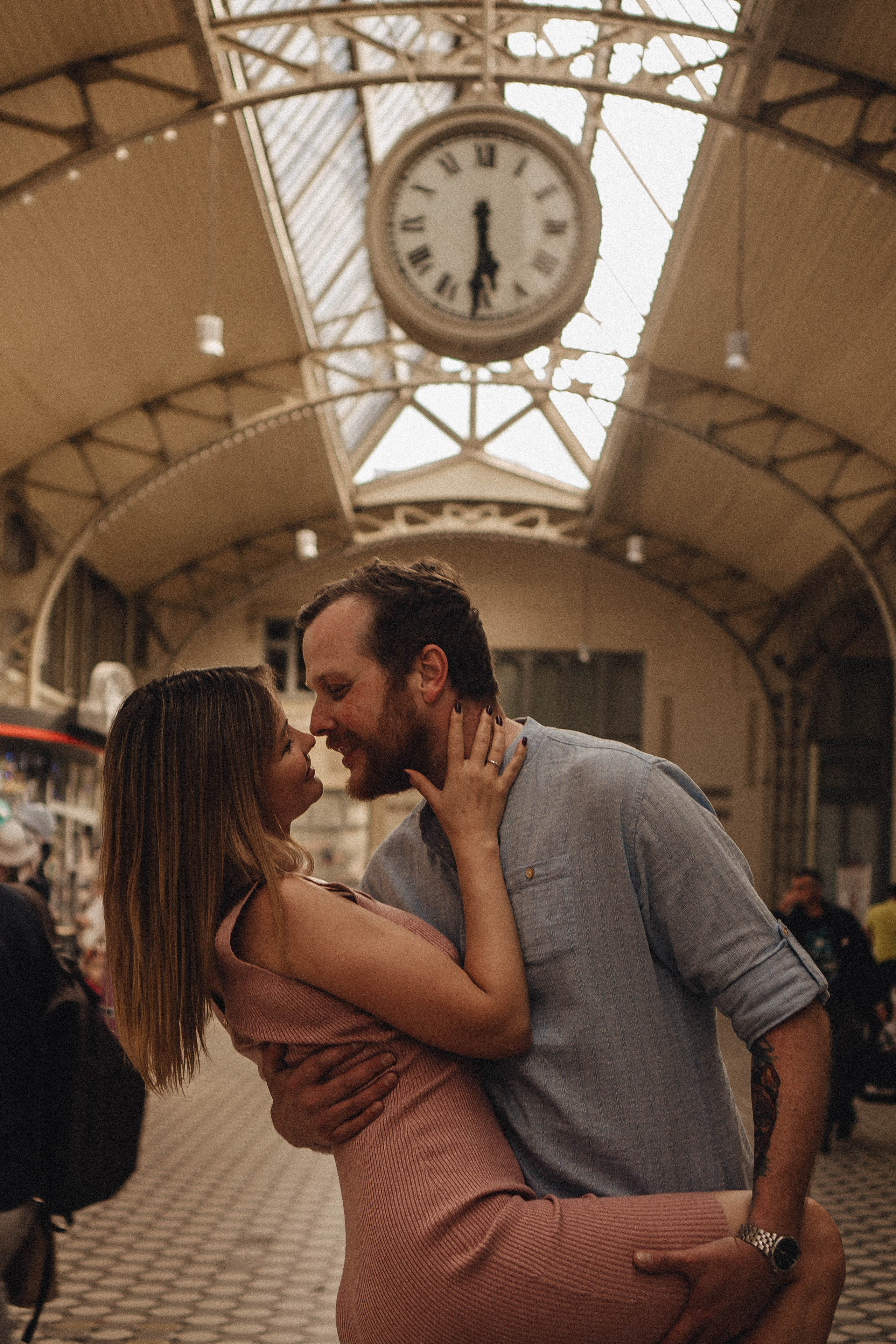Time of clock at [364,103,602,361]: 5:30
